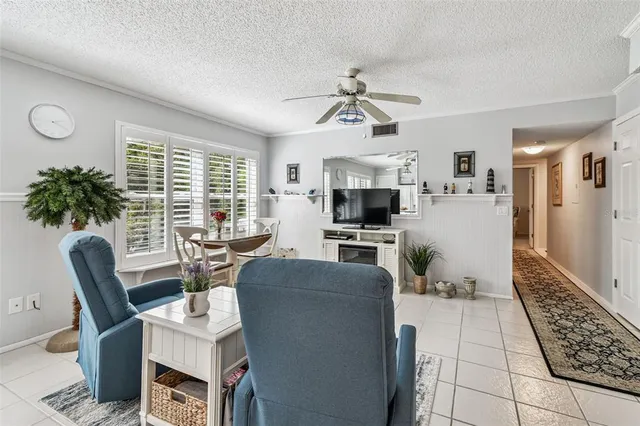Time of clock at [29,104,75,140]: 4:14
